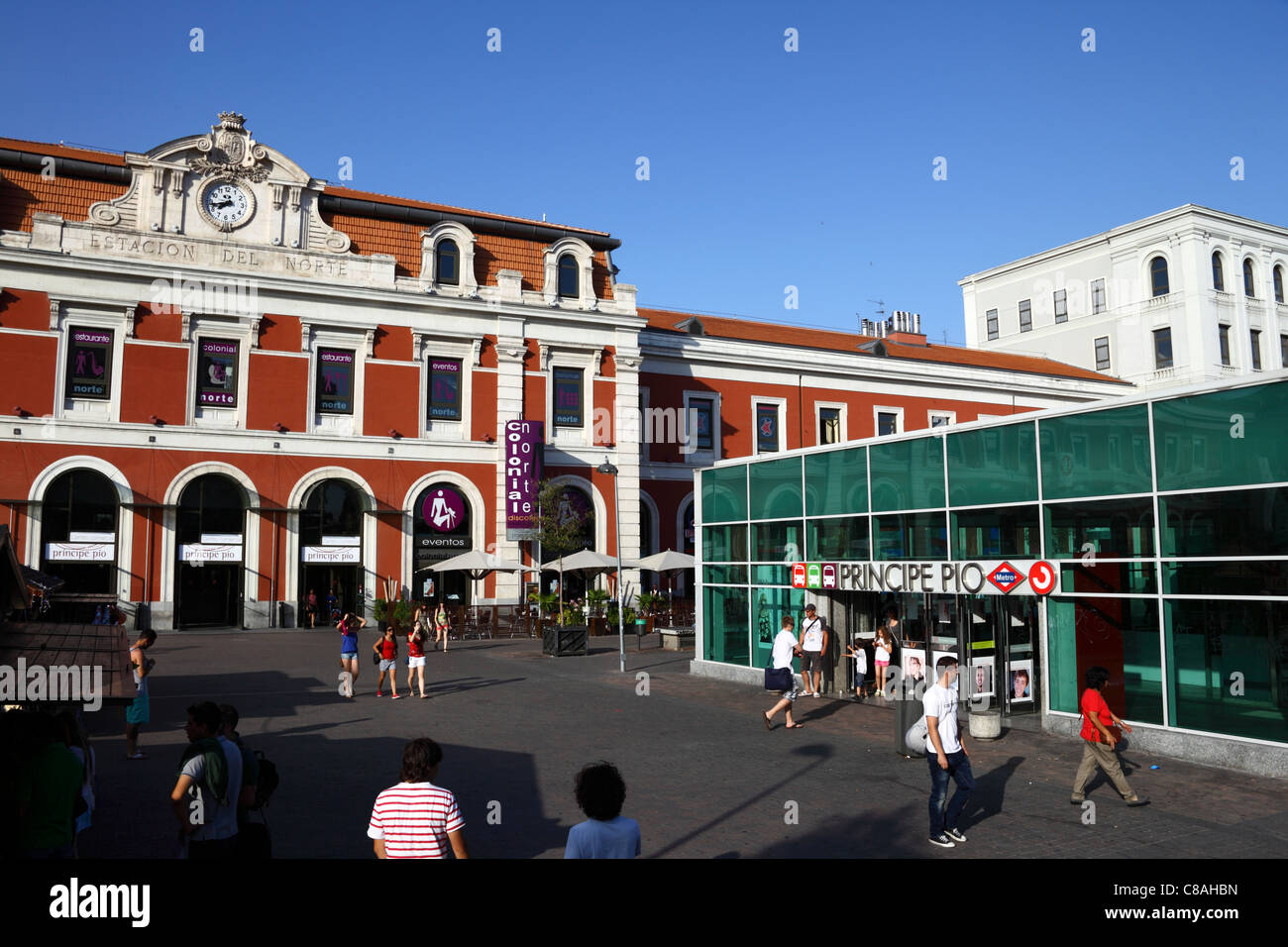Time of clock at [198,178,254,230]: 7:43
